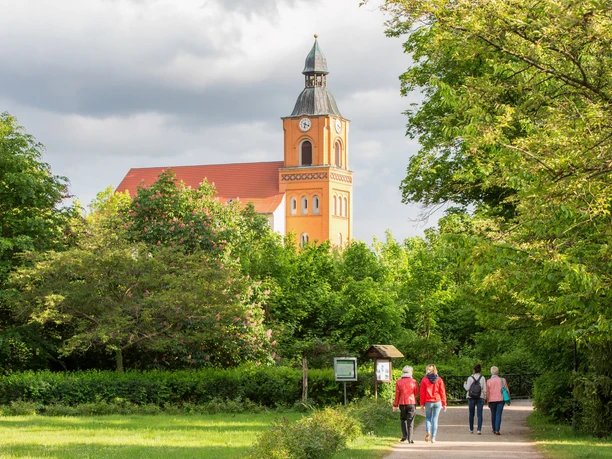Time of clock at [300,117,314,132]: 6:18
